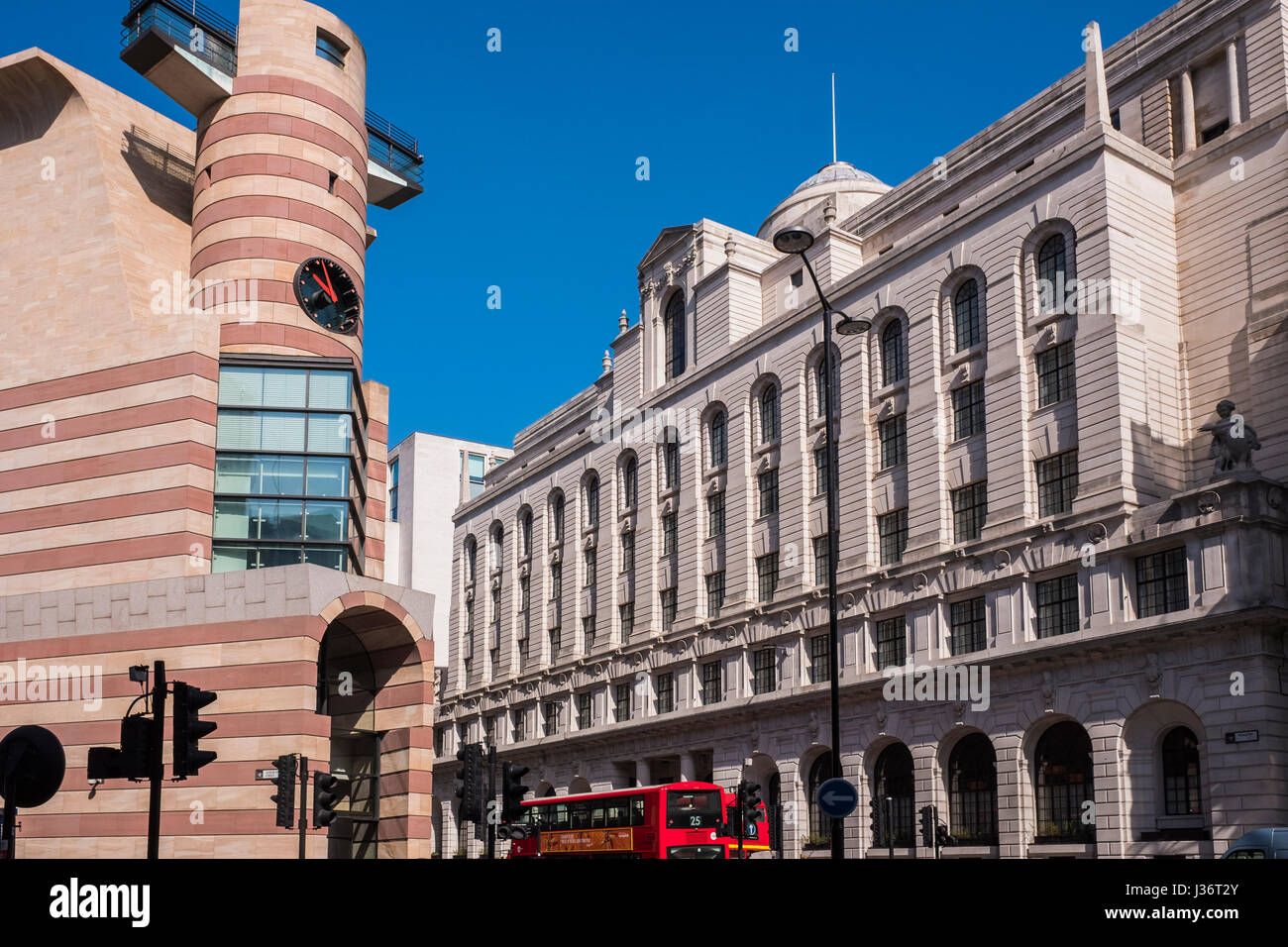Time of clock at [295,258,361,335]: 9:57
